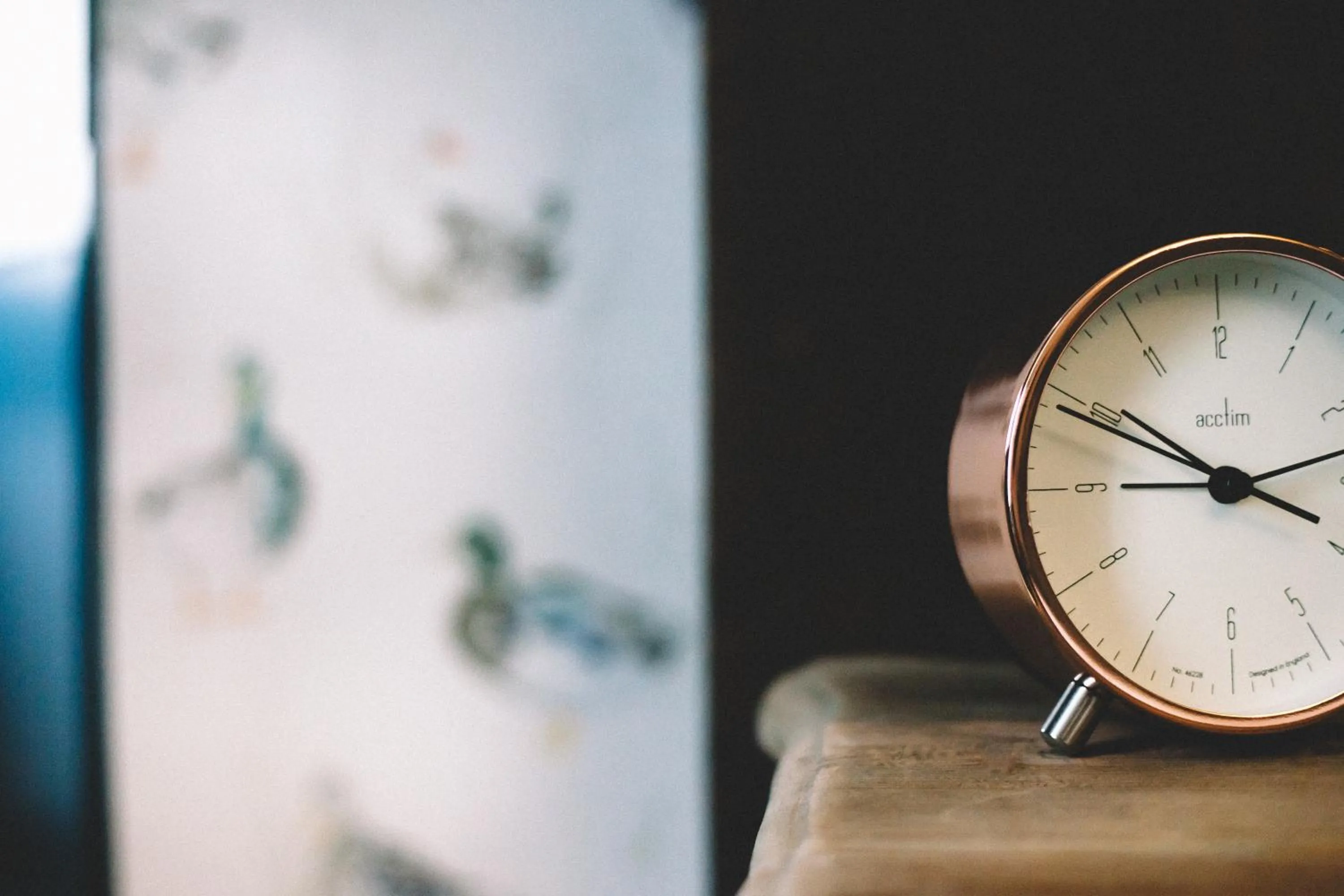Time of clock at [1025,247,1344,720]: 3:49
